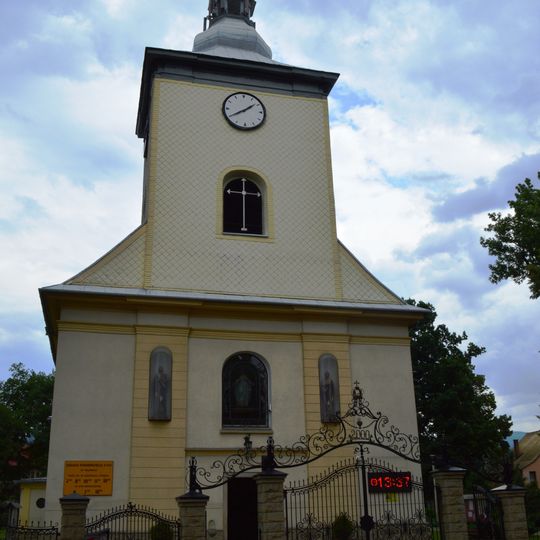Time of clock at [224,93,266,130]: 1:39
